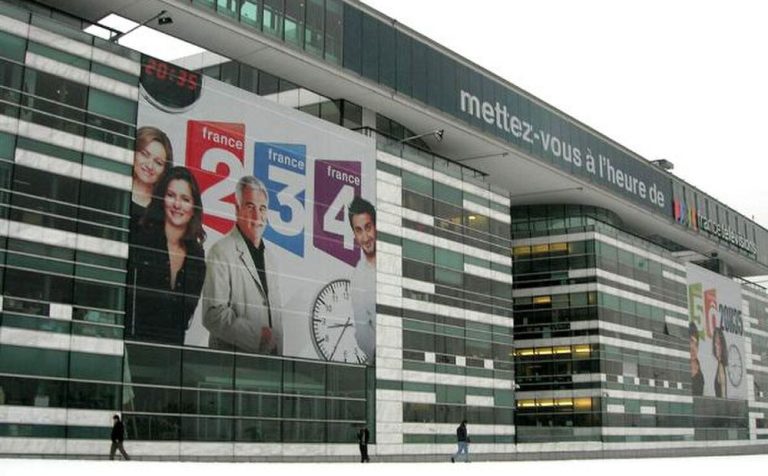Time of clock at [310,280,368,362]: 8:35
